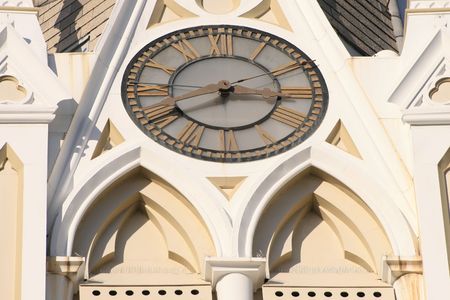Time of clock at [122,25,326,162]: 8:16
